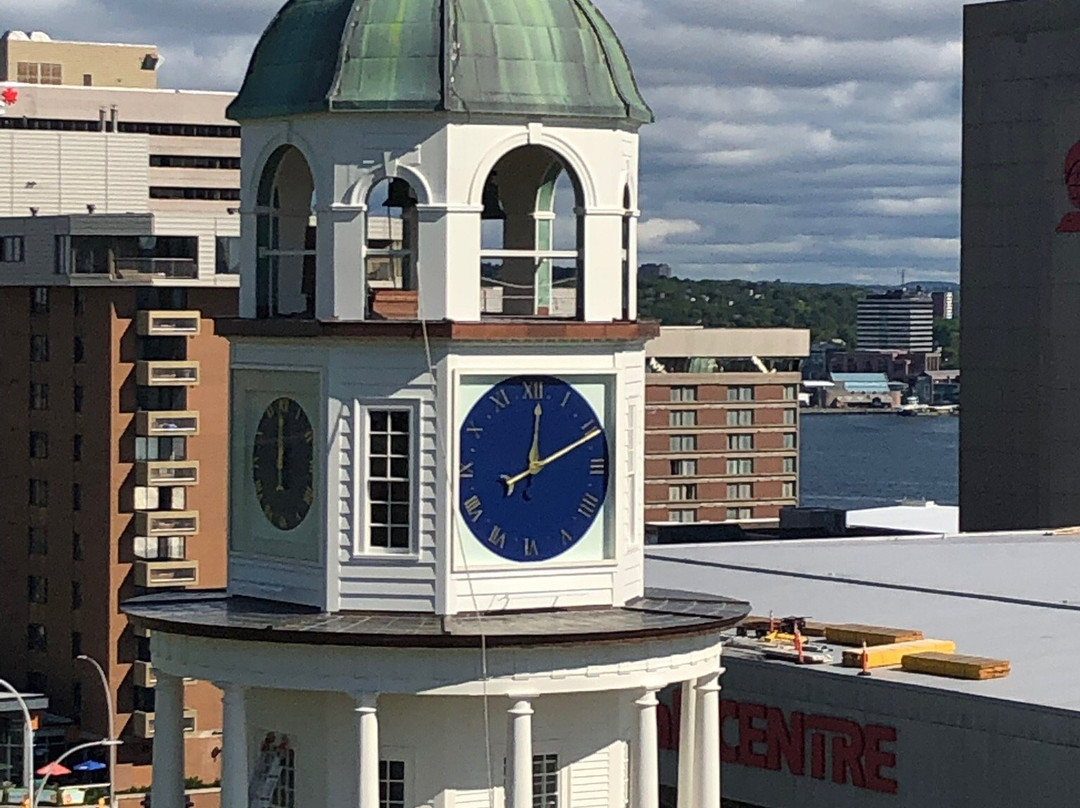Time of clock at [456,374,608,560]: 12:10
